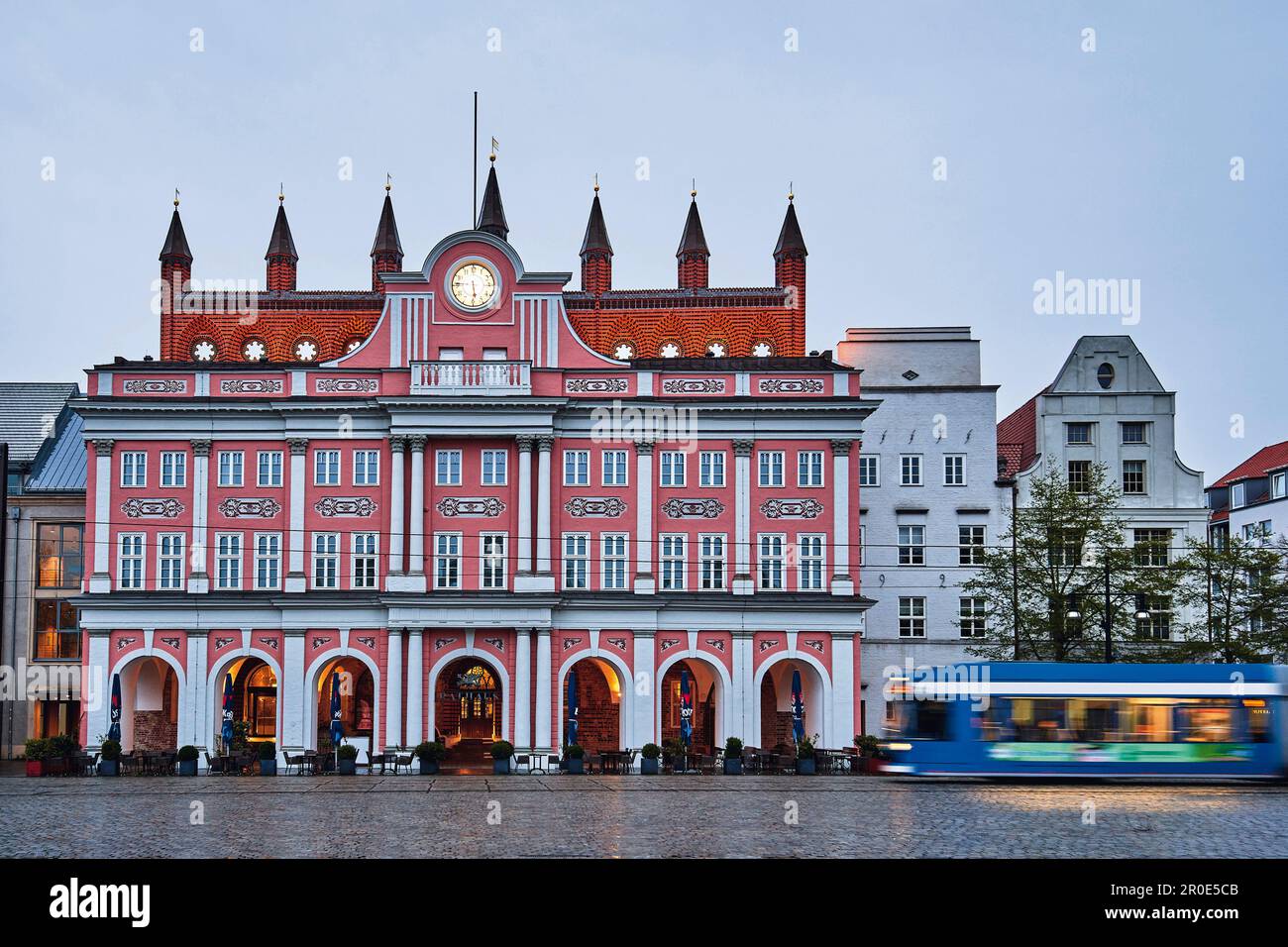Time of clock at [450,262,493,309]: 5:46
